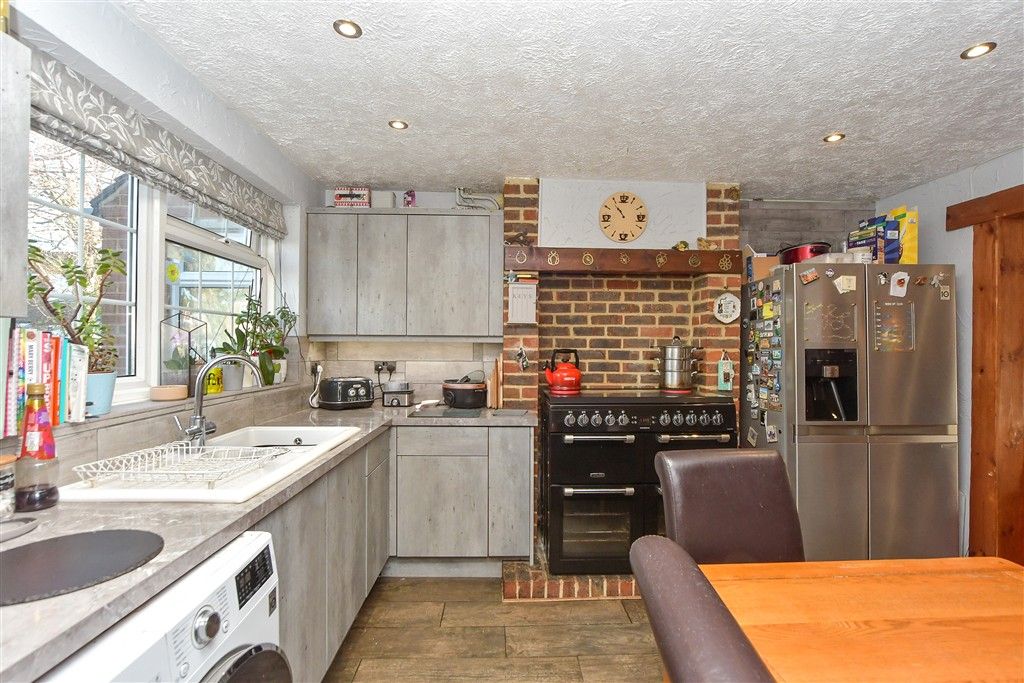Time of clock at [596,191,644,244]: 10:53
